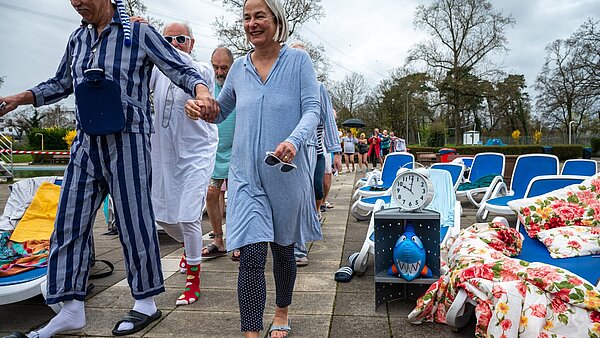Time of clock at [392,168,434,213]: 10:01
